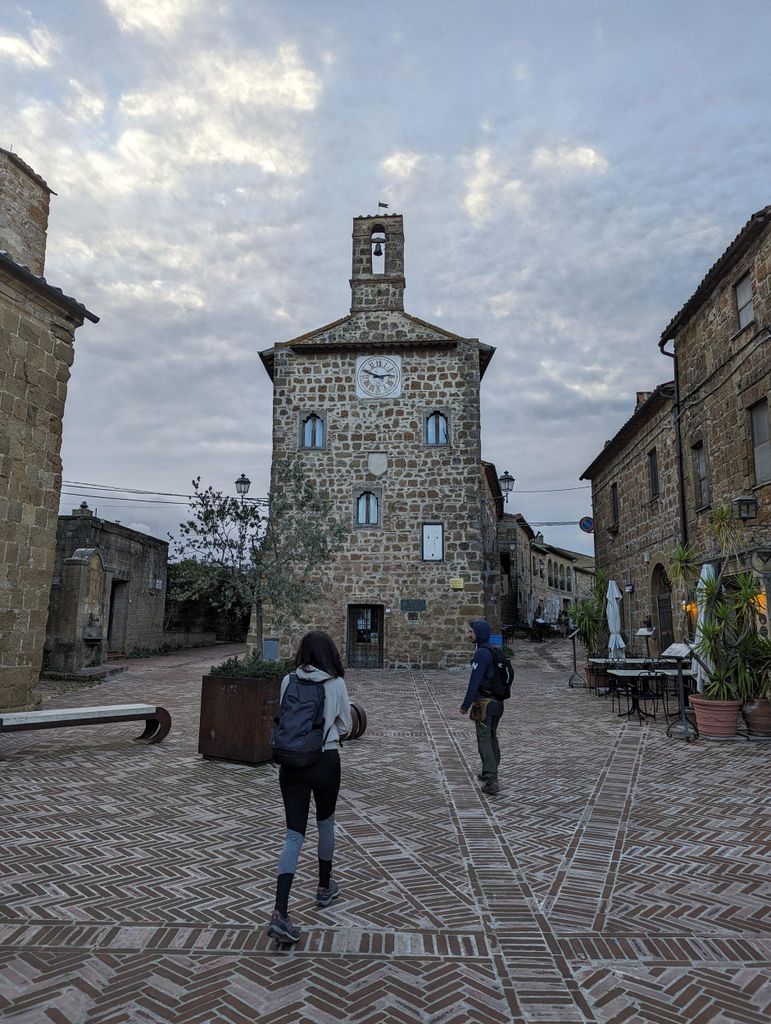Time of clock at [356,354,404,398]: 2:48
